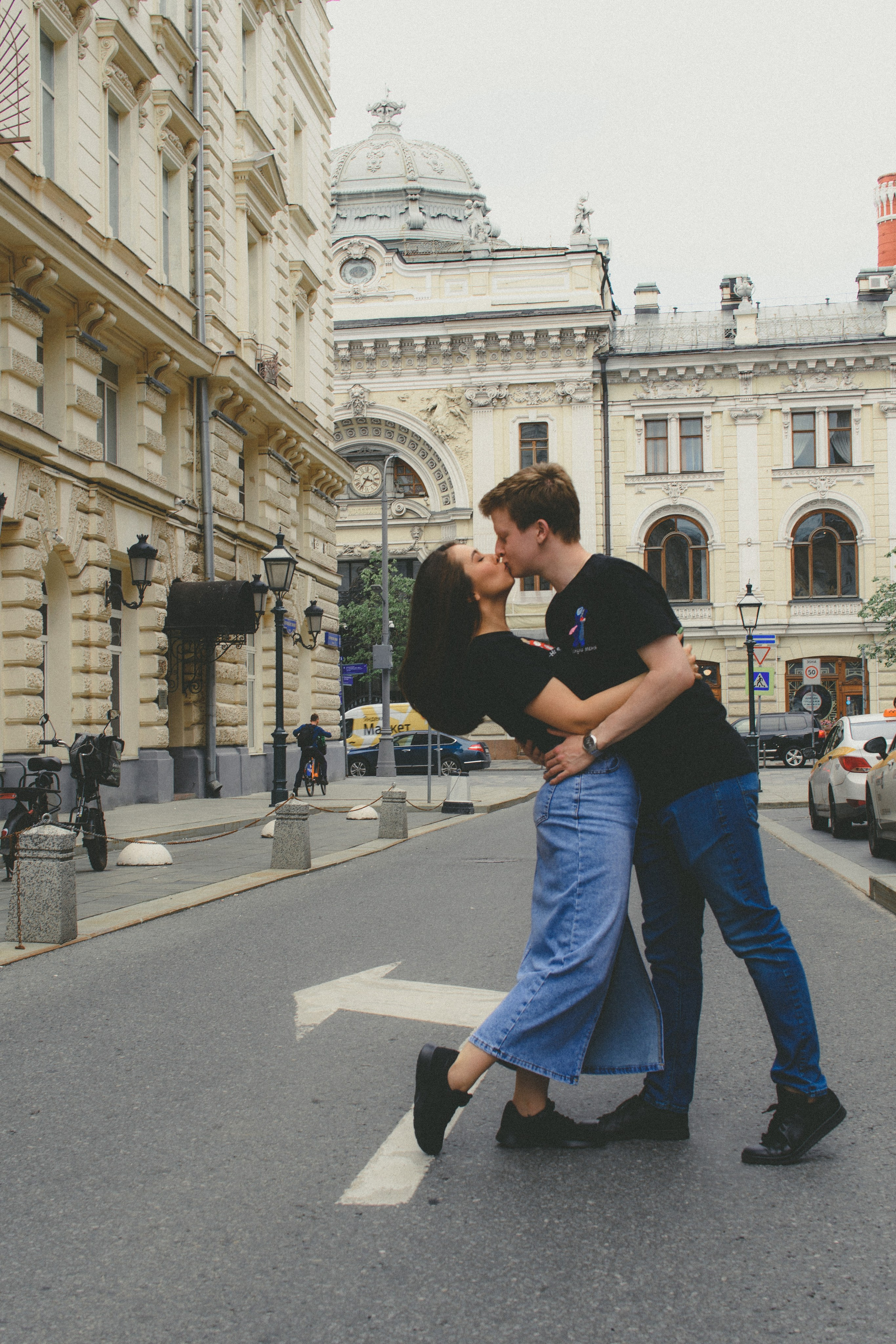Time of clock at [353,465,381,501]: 3:35
